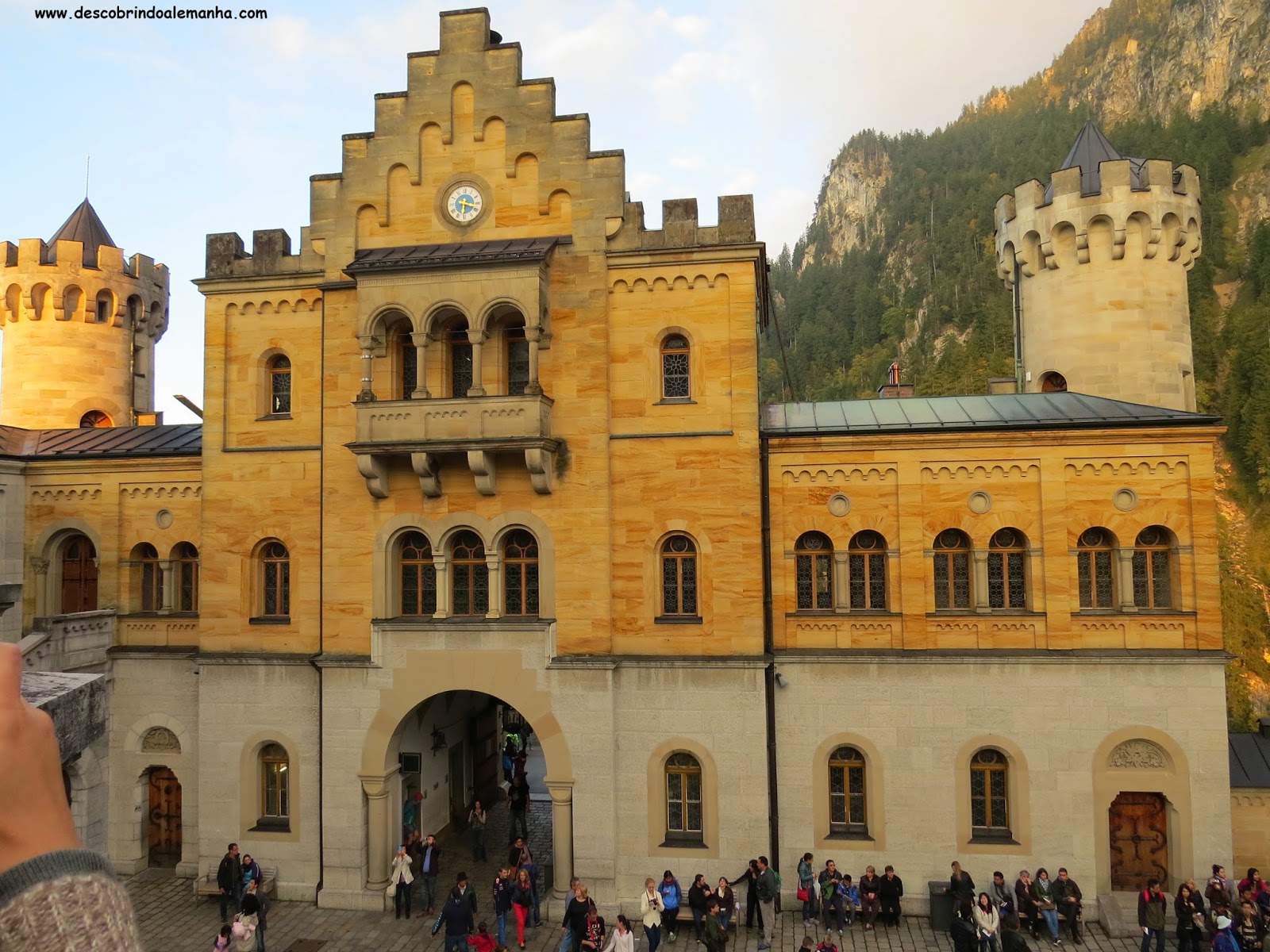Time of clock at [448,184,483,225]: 6:18
